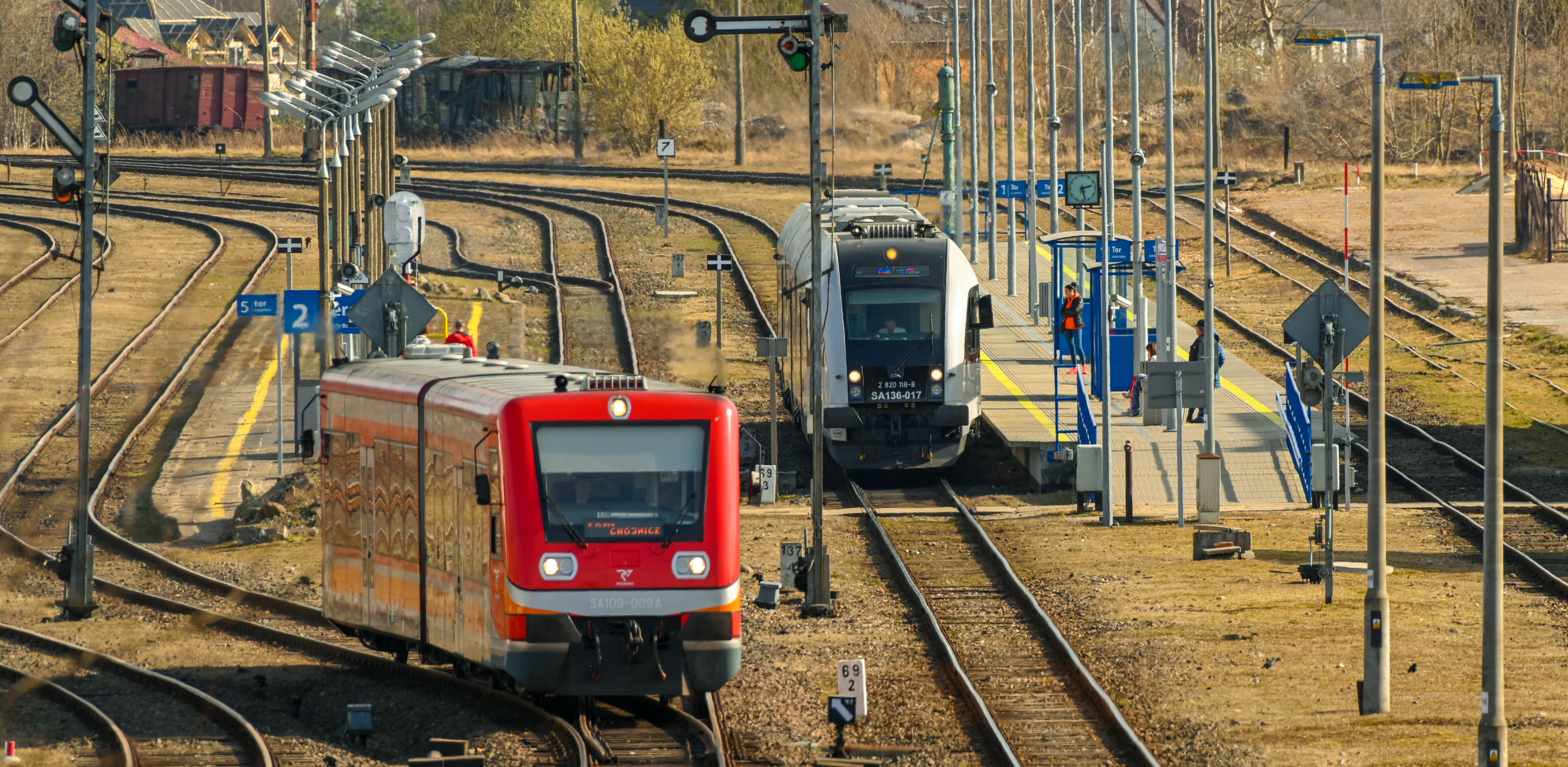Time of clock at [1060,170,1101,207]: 2:27
